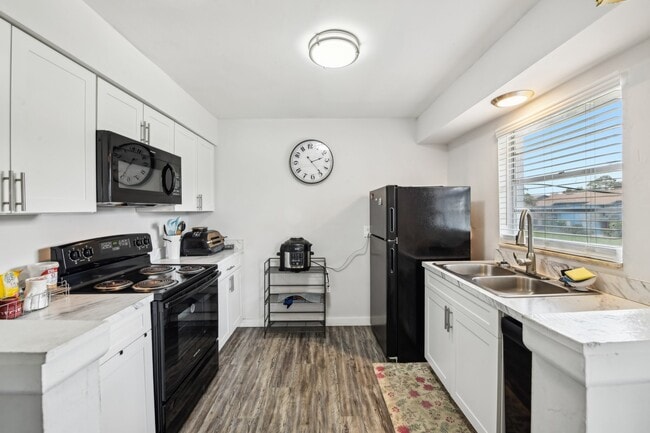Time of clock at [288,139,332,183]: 2:24
